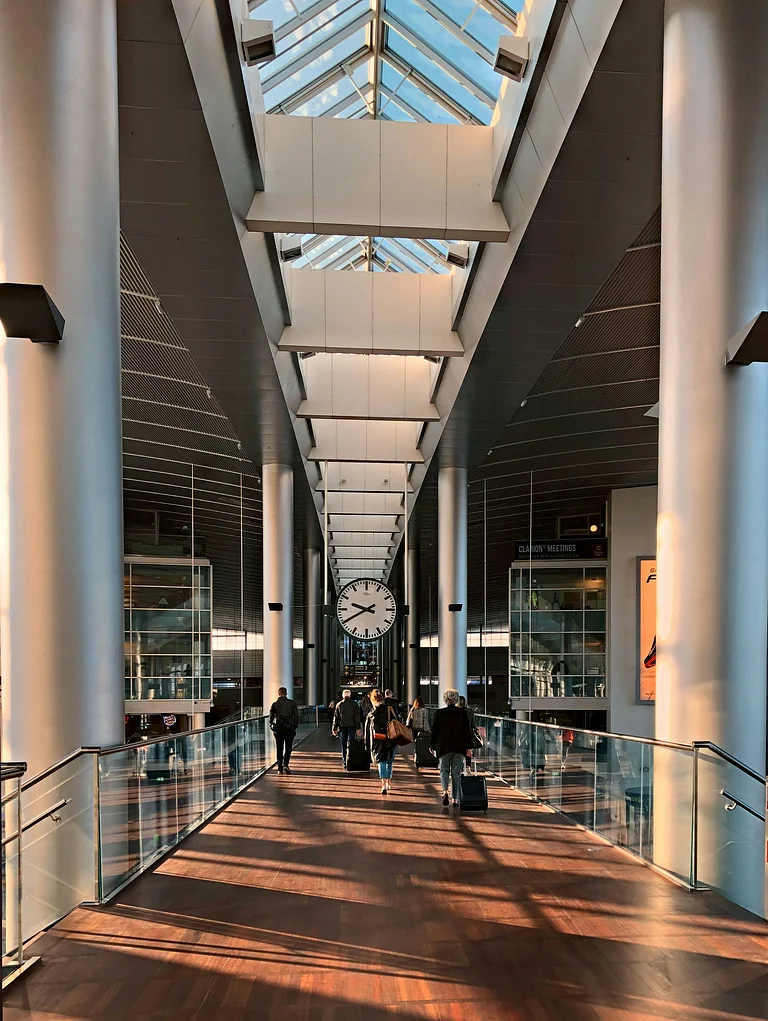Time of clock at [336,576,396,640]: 9:40
